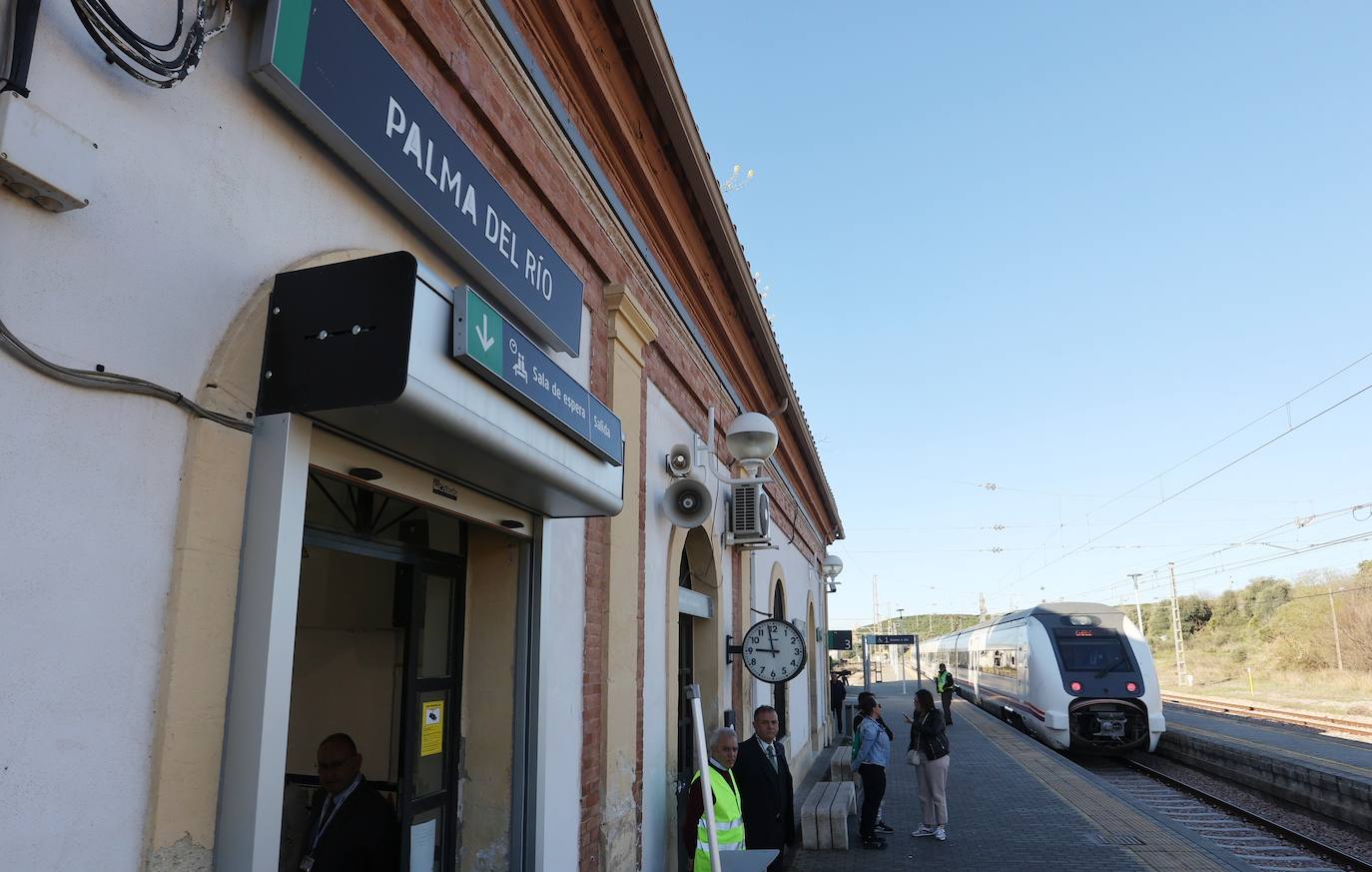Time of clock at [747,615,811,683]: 8:58
